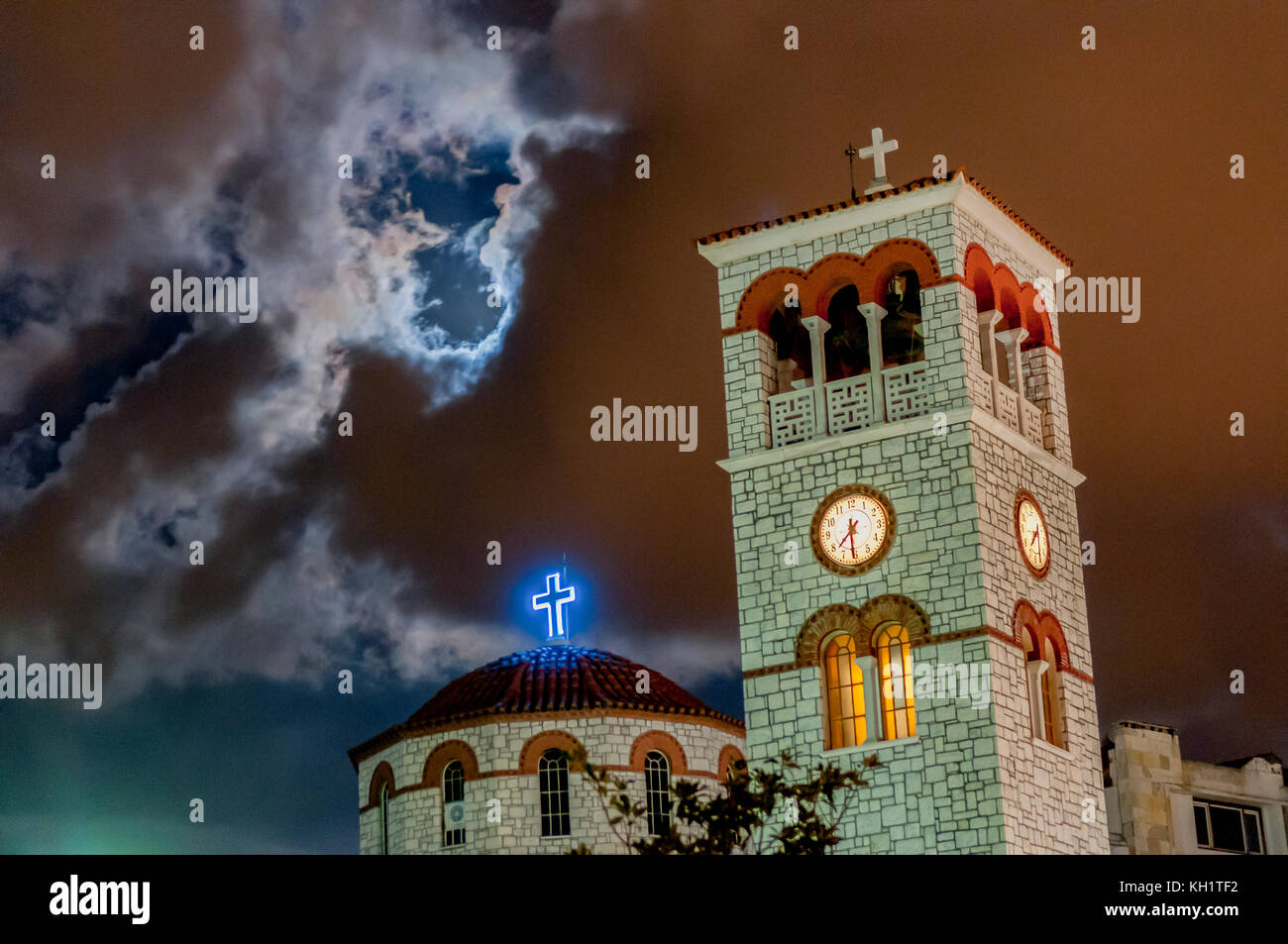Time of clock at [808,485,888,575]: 7:30
